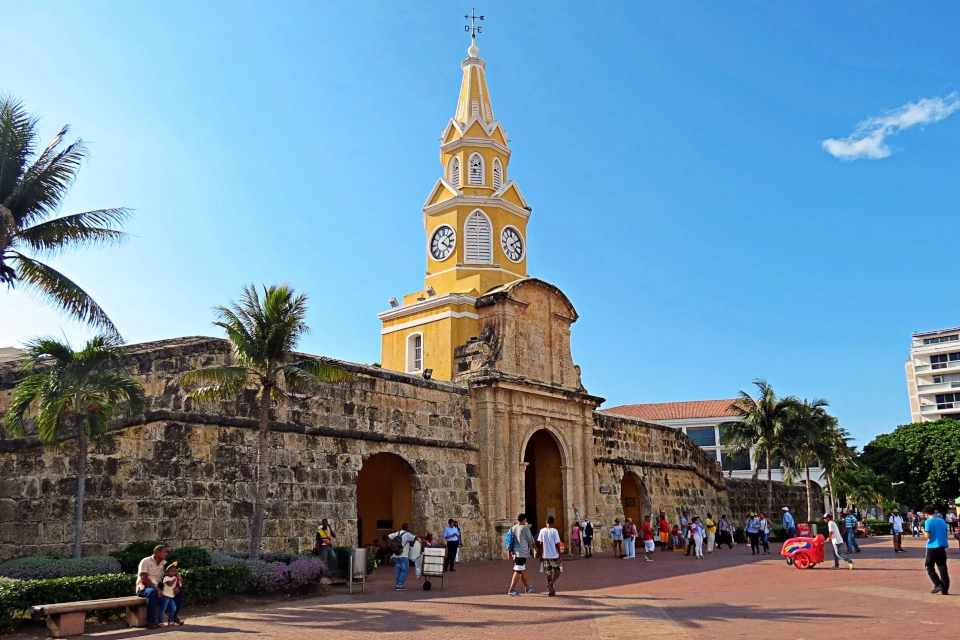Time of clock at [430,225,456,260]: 4:09
